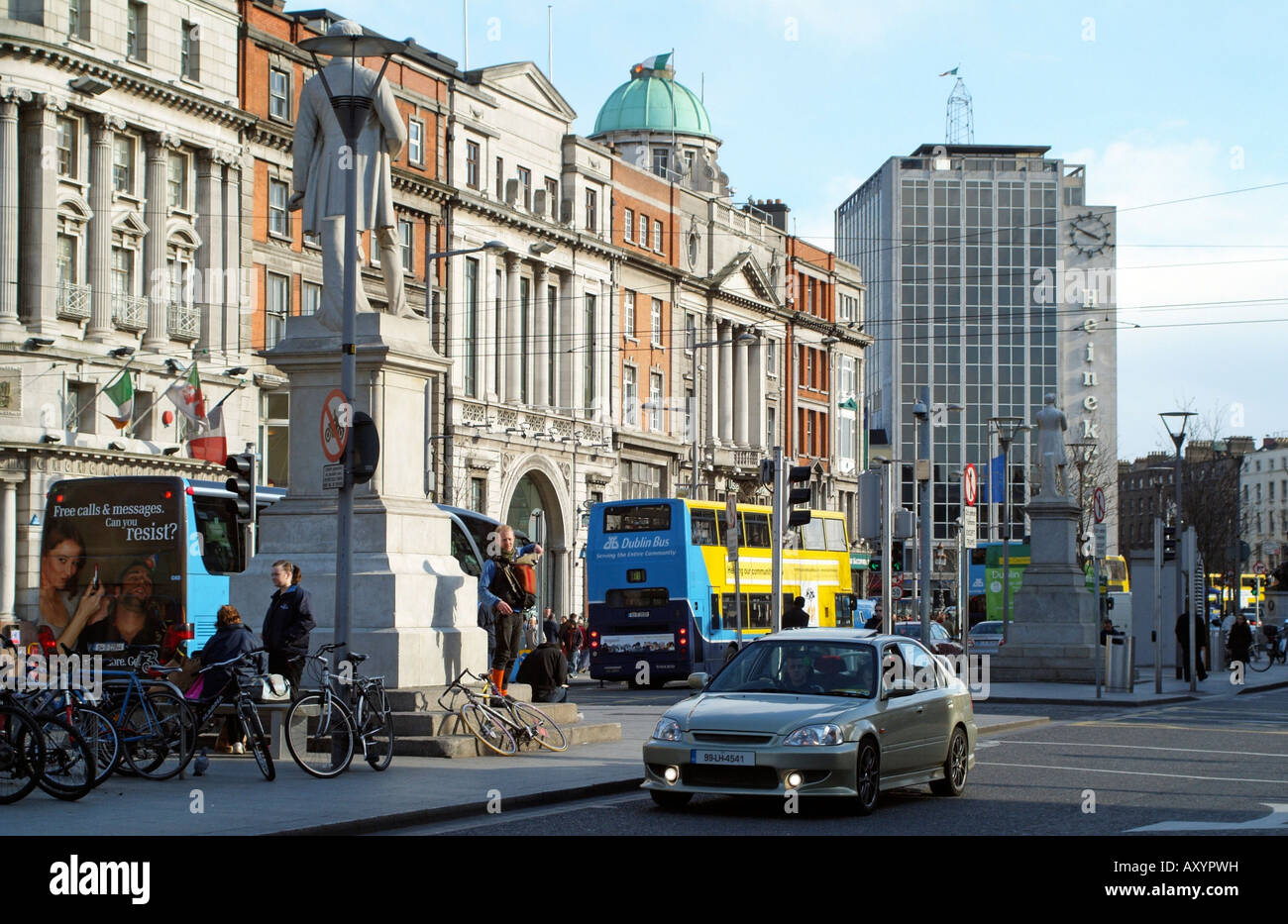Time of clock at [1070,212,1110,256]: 3:49
